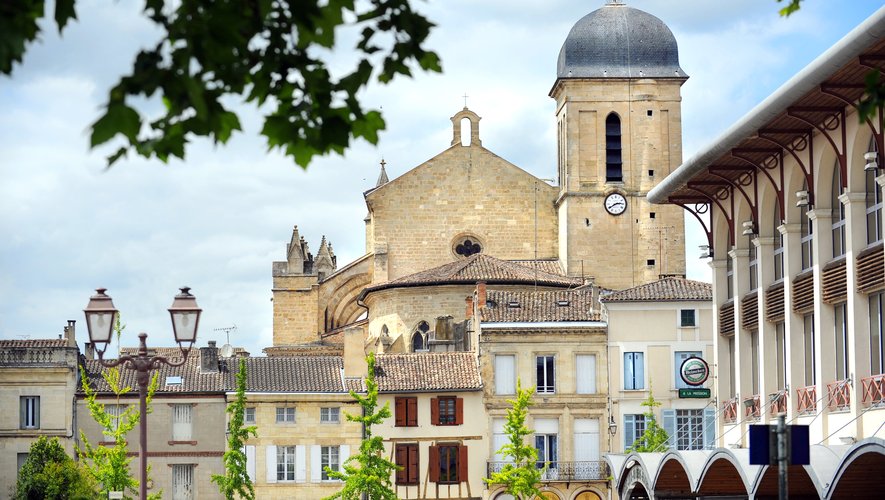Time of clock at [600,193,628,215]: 2:40
